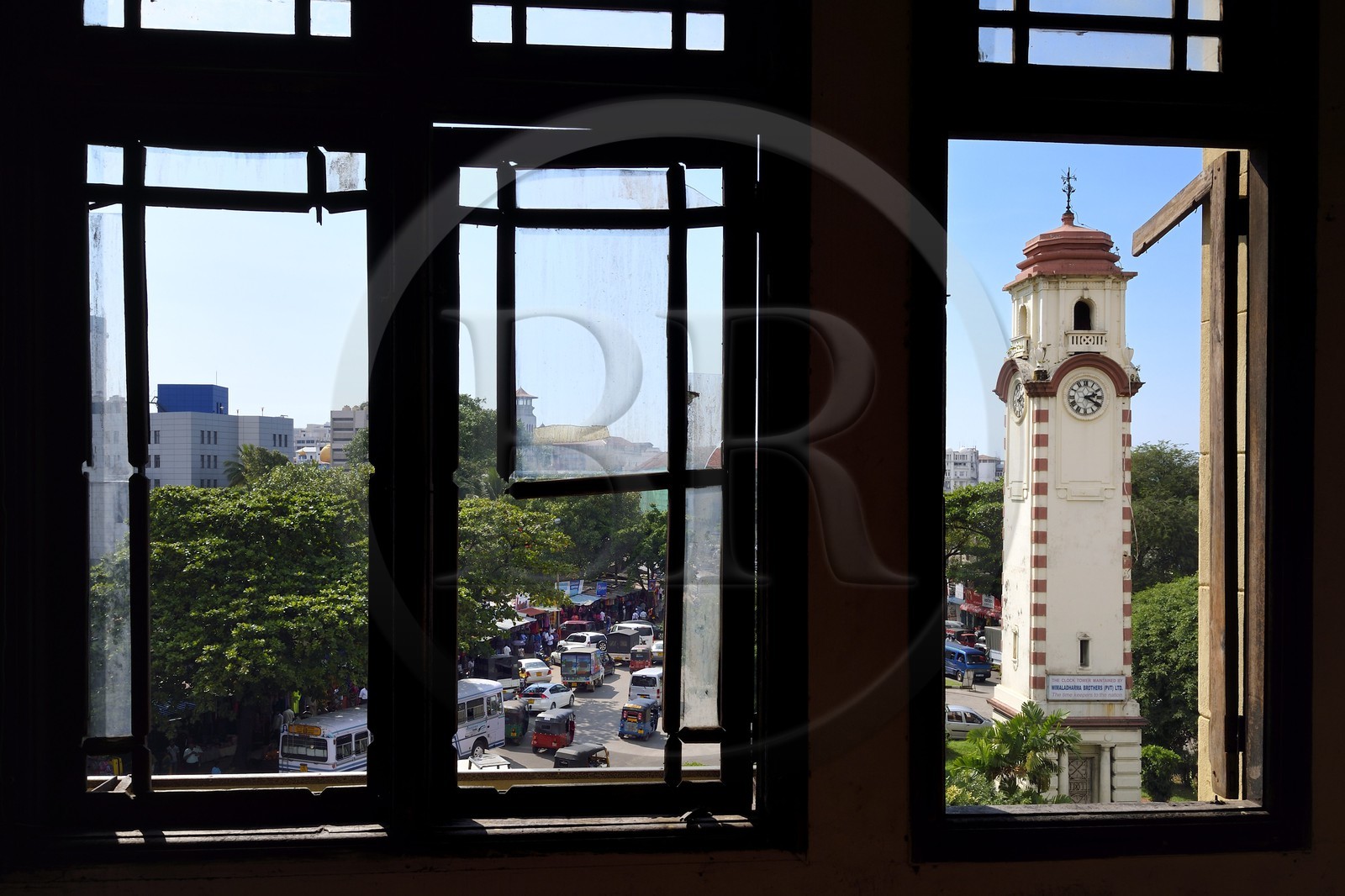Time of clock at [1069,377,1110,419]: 2:19
